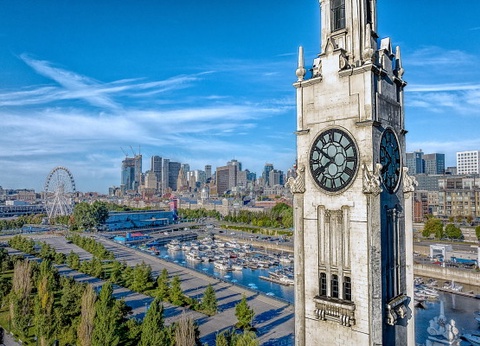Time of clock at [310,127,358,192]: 7:50
